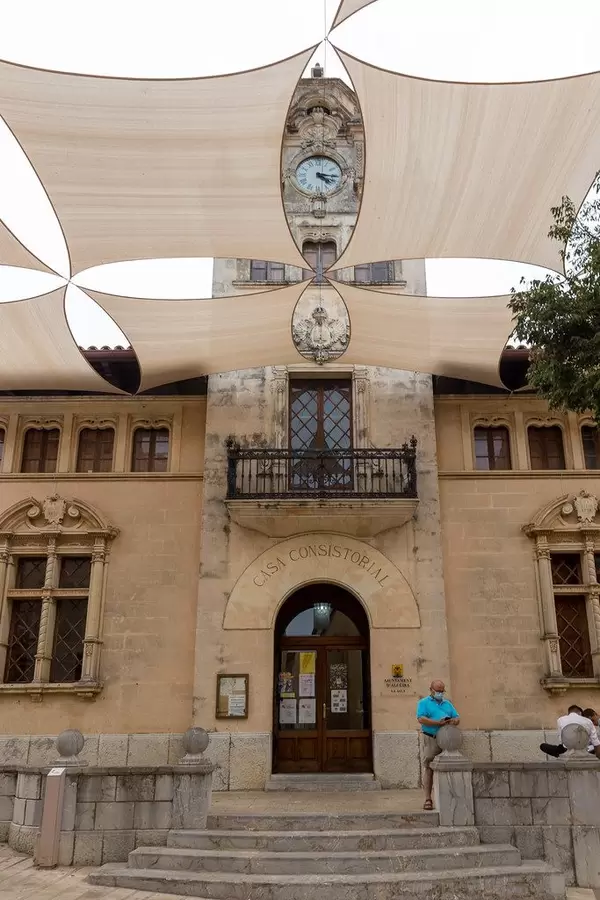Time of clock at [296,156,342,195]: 4:16
